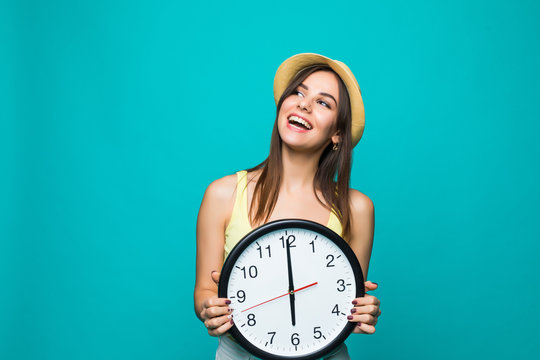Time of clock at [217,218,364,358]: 5:59
